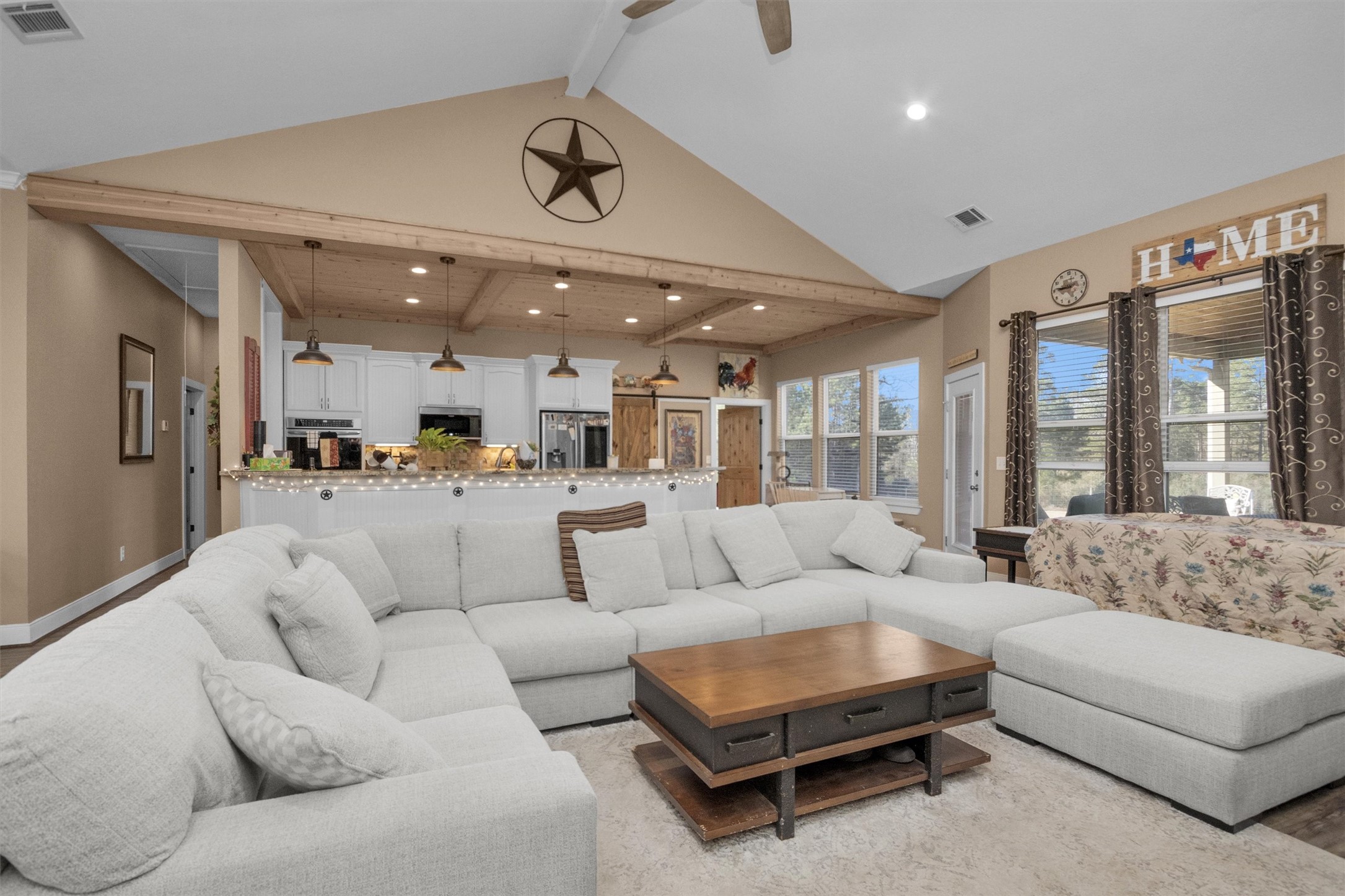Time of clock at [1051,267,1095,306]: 8:45
